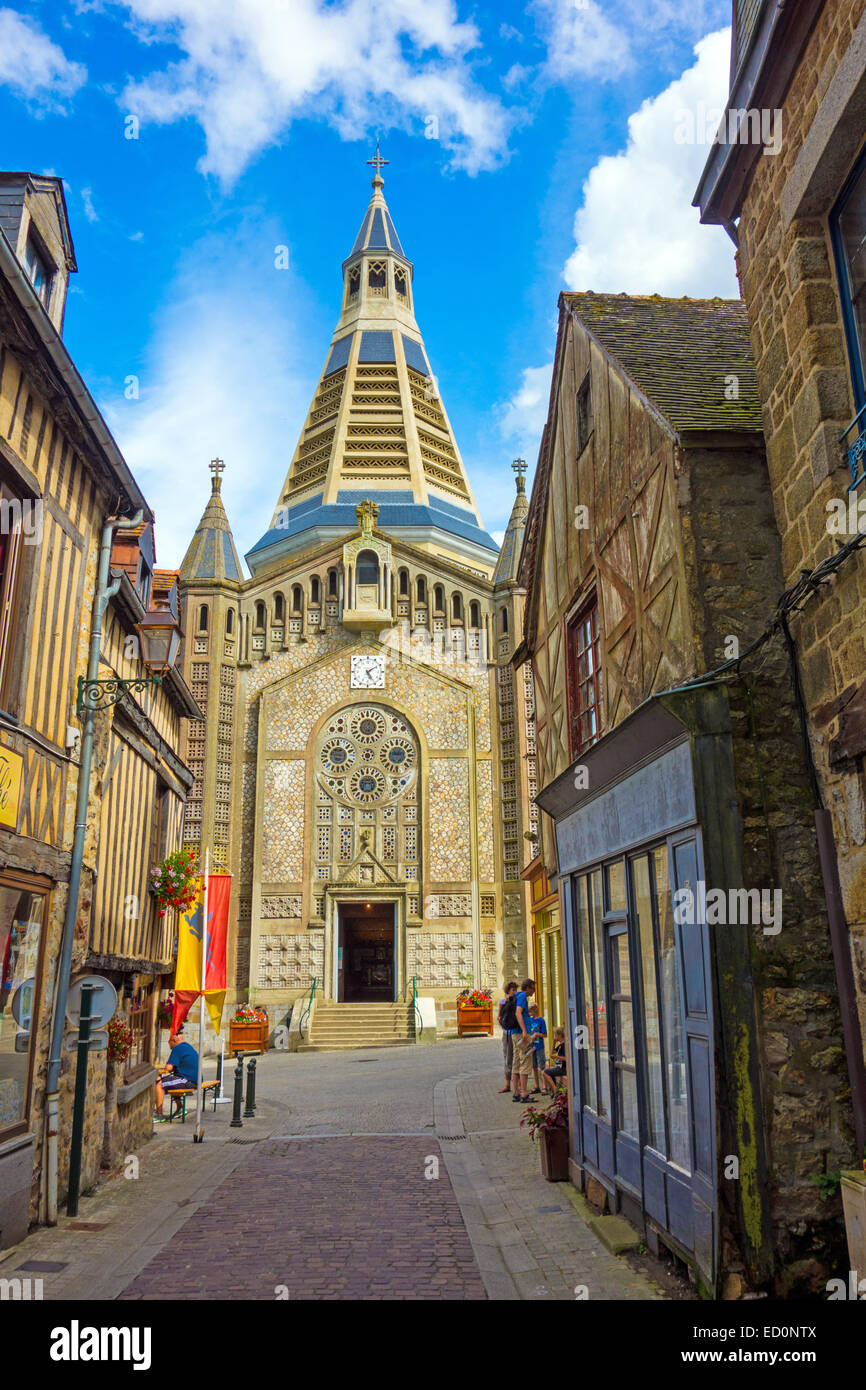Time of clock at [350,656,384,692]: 5:09
